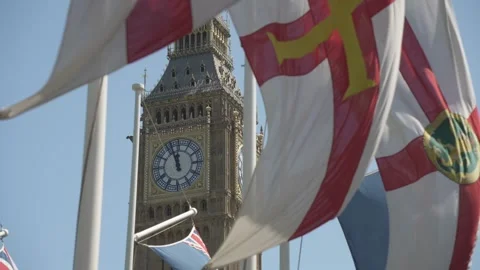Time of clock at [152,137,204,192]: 11:56
